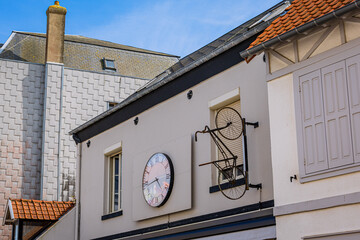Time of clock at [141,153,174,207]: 4:43
